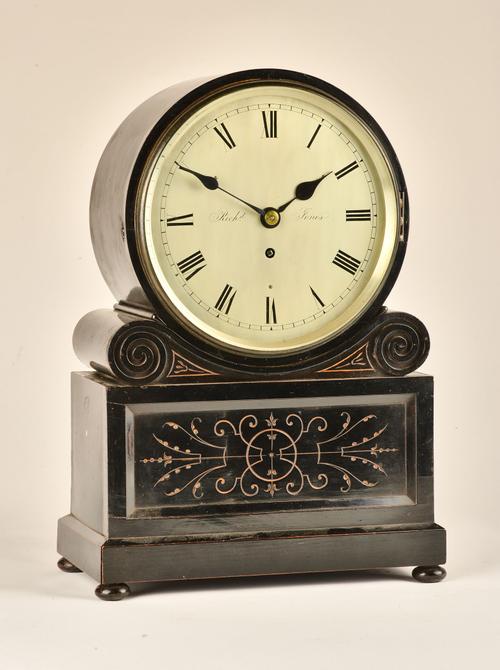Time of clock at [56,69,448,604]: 1:50
